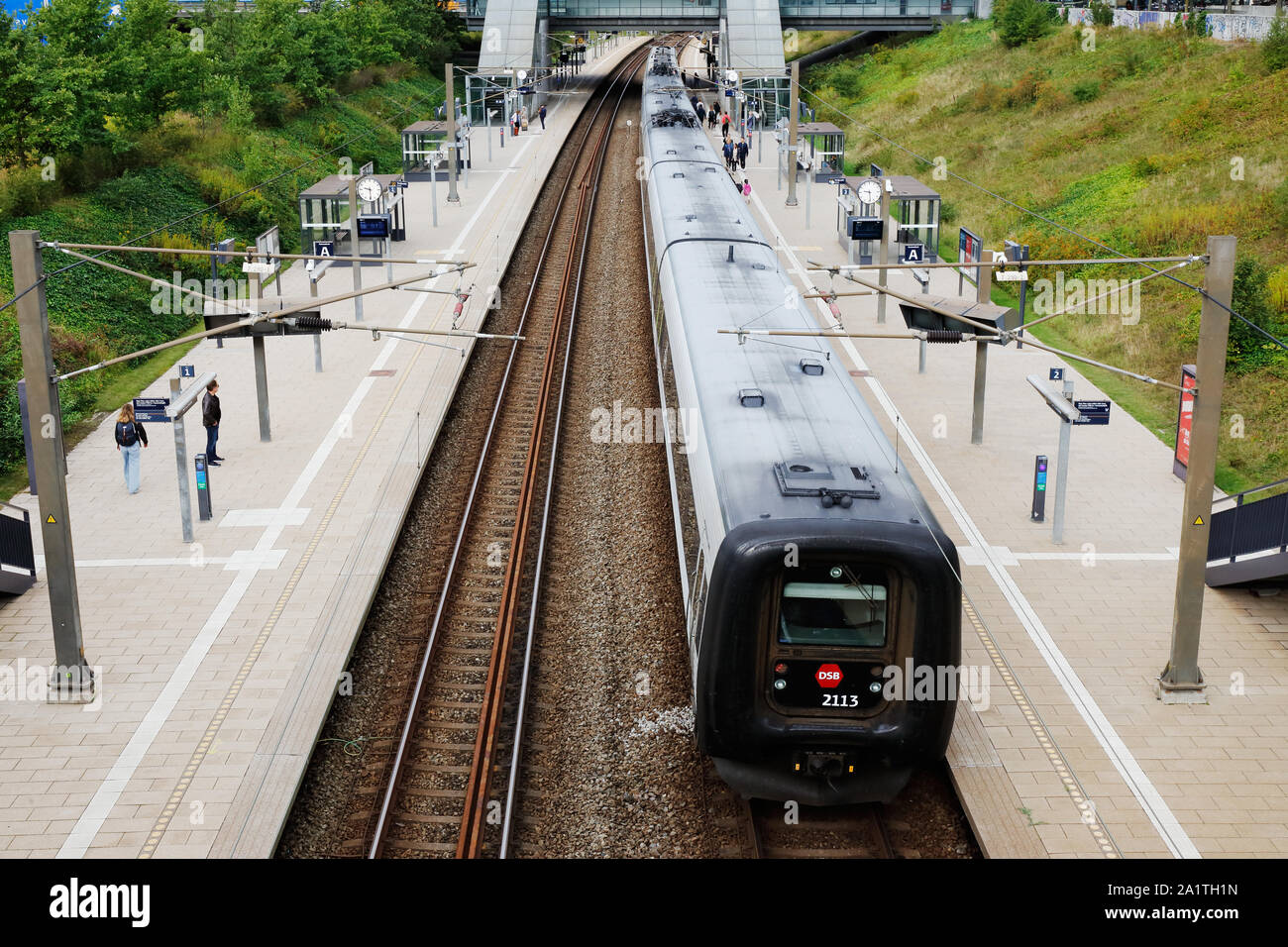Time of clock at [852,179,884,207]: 9:28
